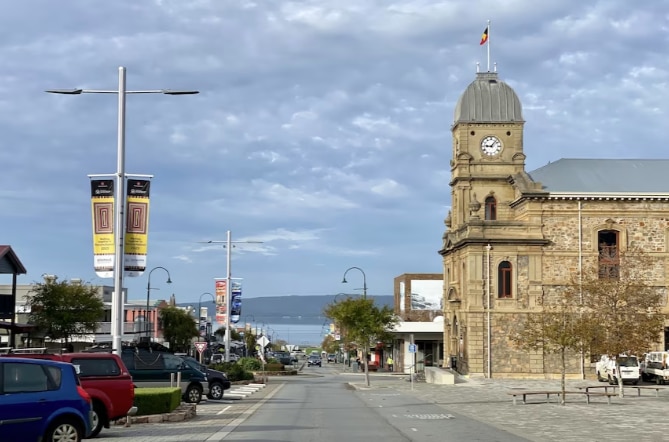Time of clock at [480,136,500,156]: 9:07
